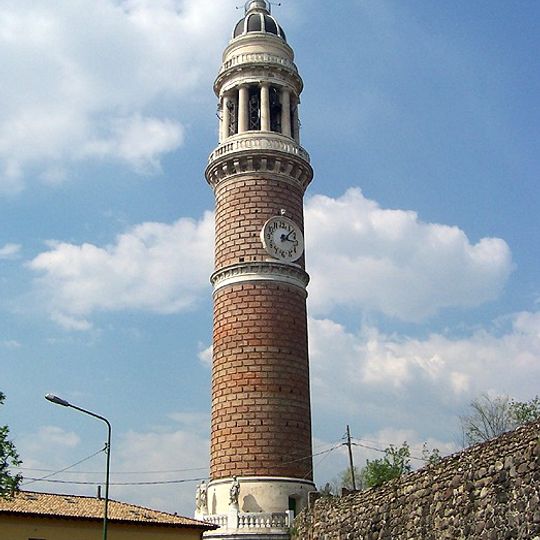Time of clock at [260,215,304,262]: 3:07
